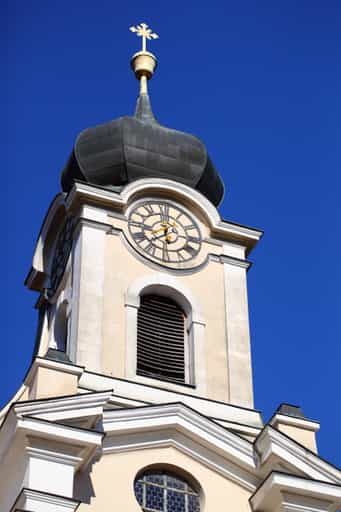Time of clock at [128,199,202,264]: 11:37
